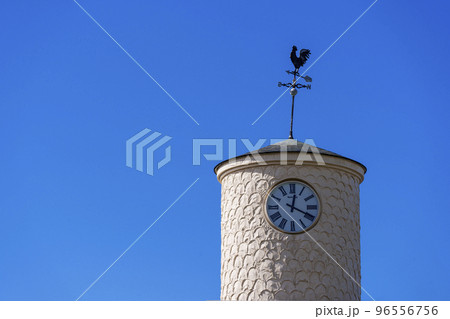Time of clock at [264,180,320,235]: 12:19
